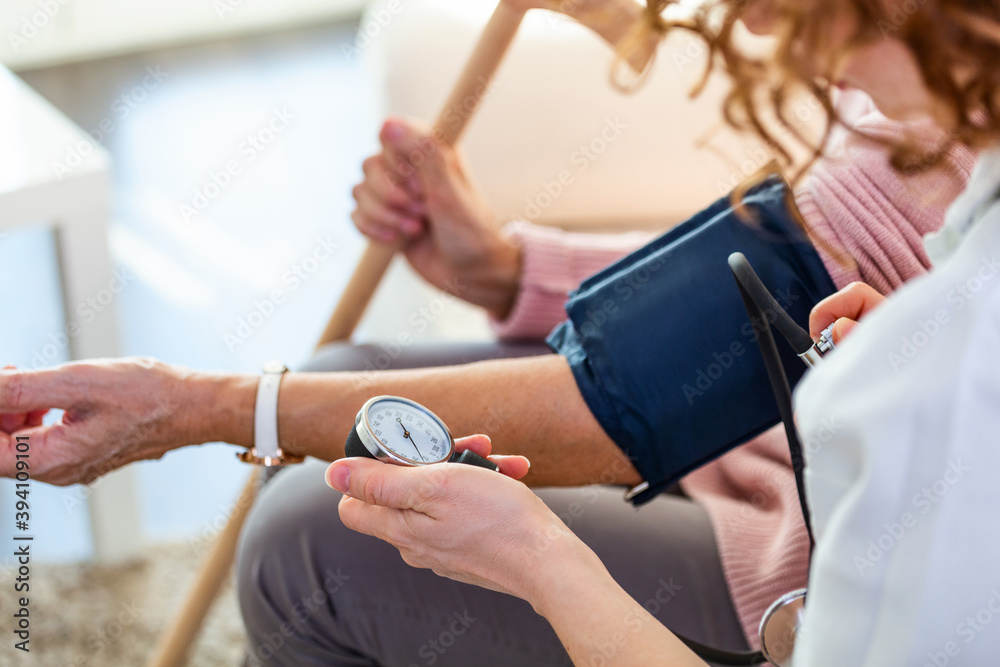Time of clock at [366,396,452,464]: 11:26
